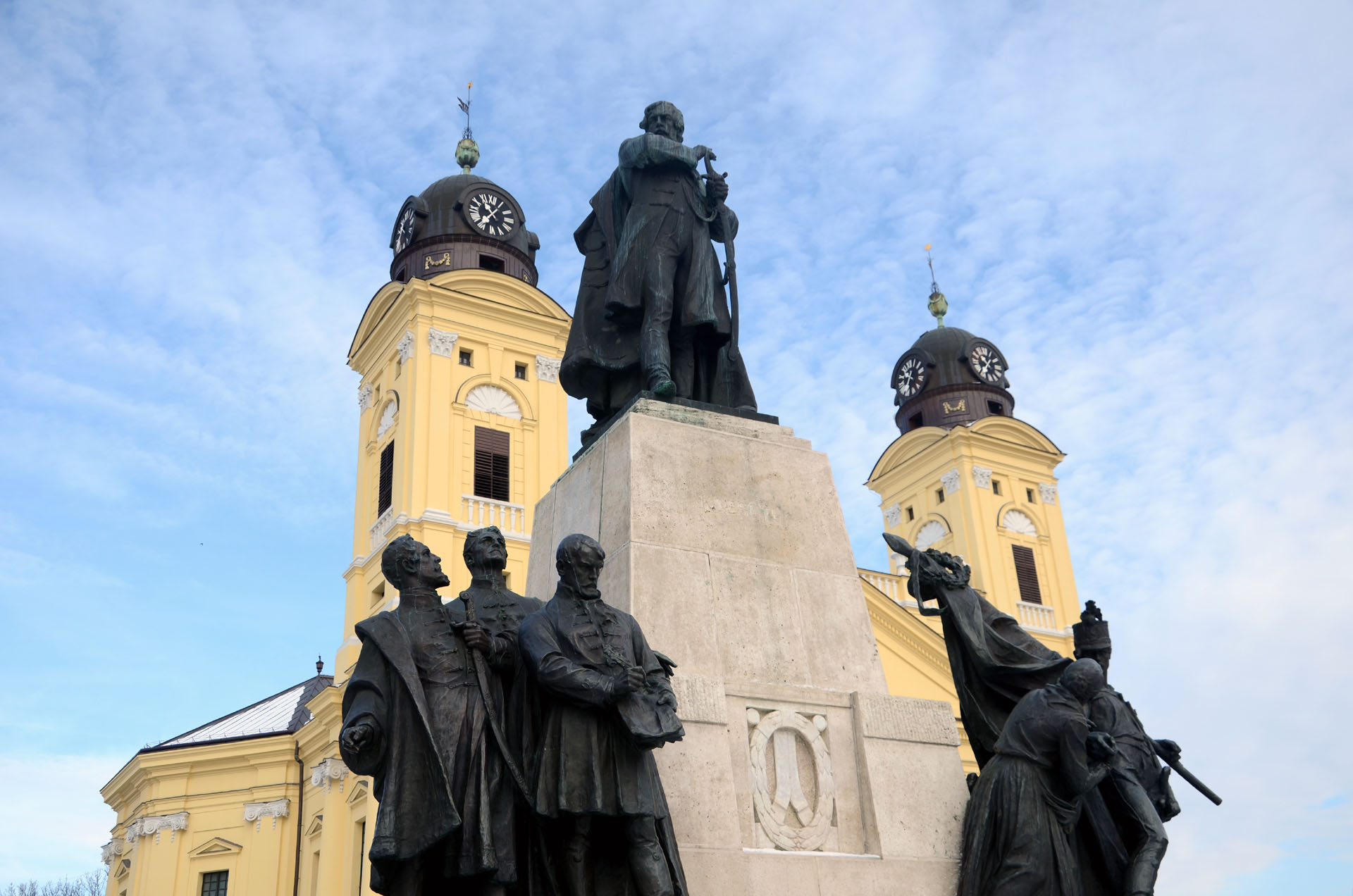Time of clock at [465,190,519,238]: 10:36
